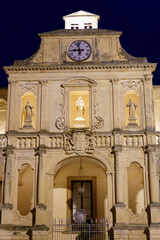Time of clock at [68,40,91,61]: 8:57
